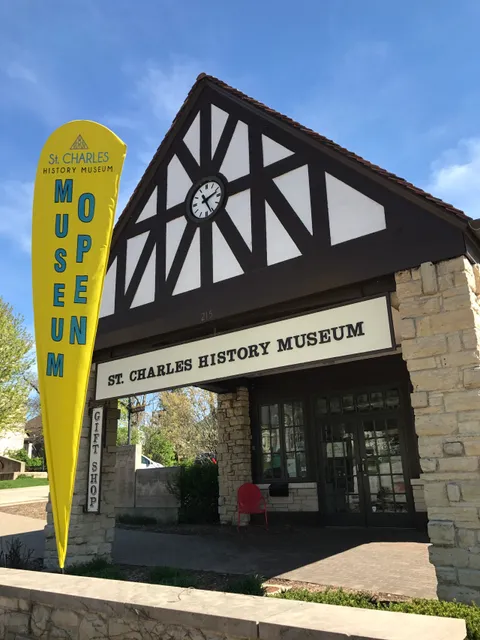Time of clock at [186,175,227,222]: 2:25
